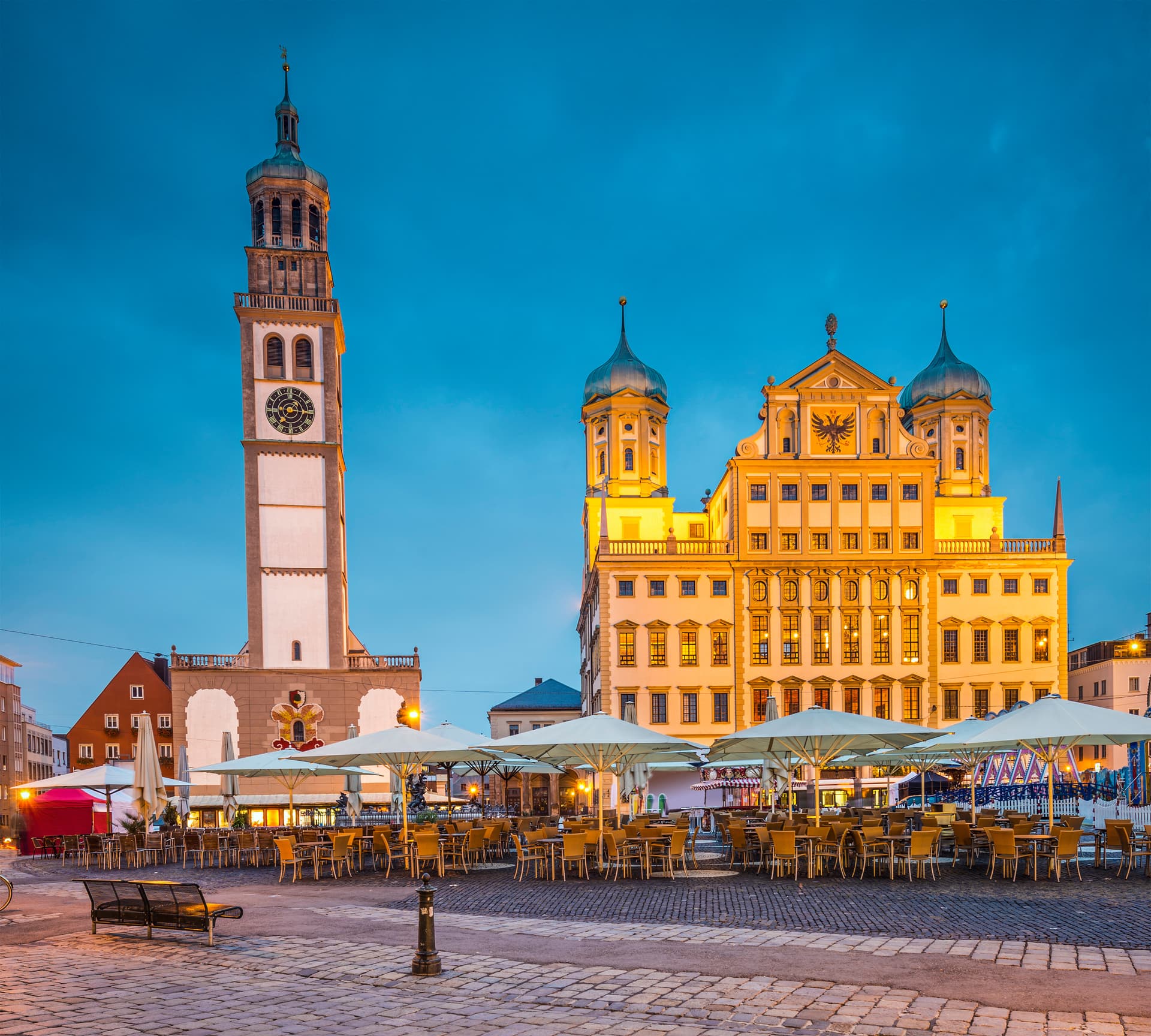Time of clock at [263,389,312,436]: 7:15
